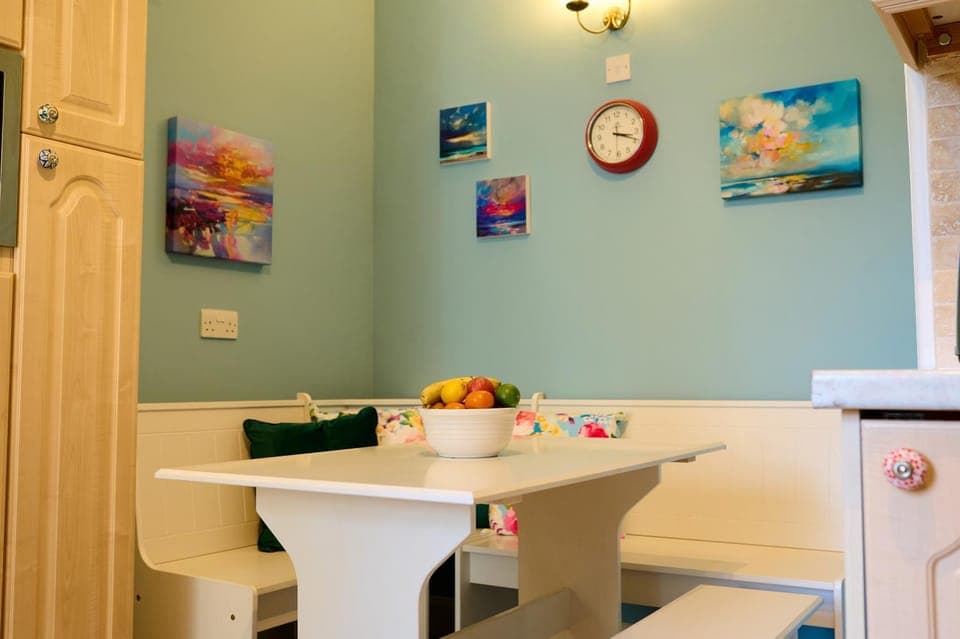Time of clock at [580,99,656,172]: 3:18
